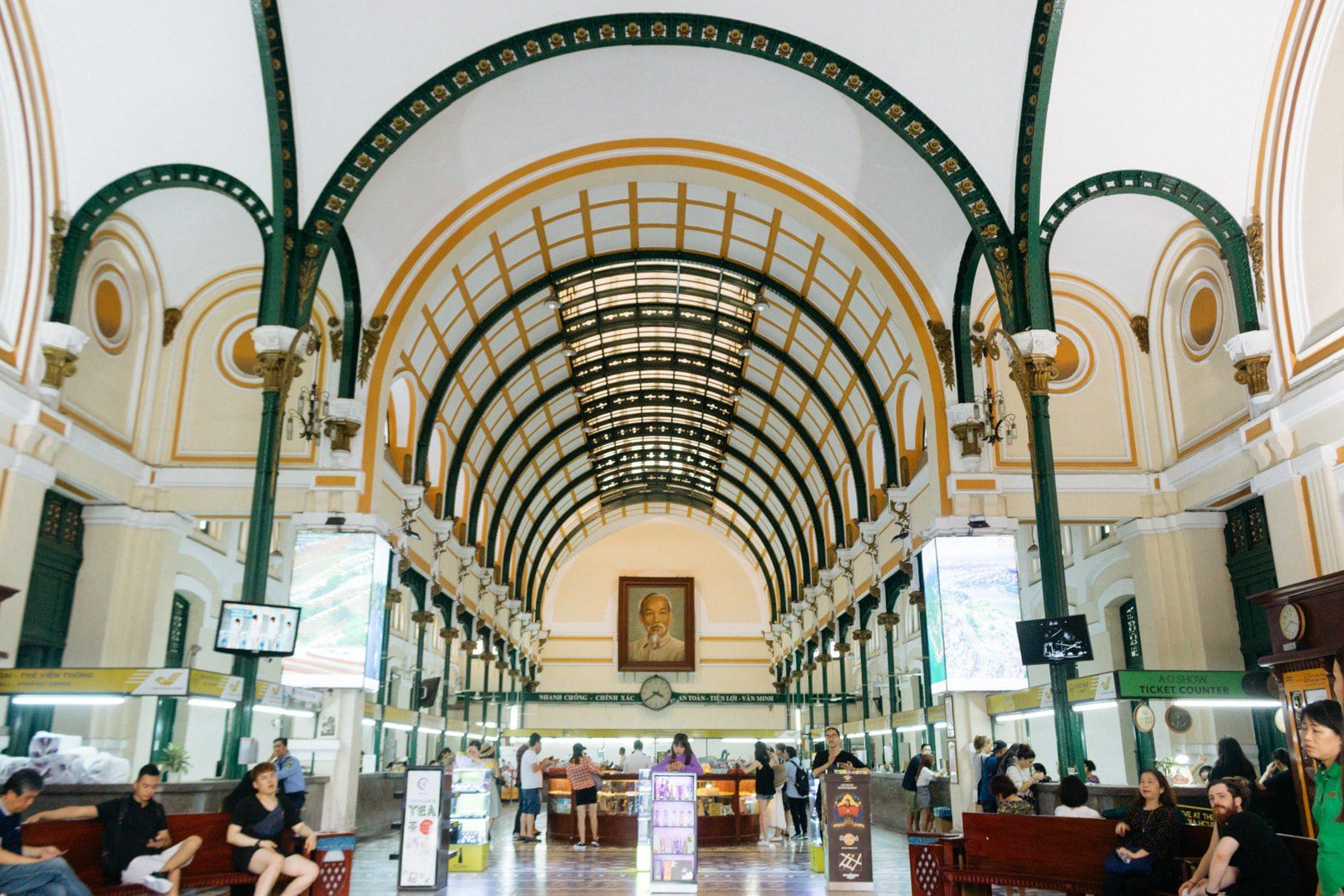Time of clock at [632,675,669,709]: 3:39
